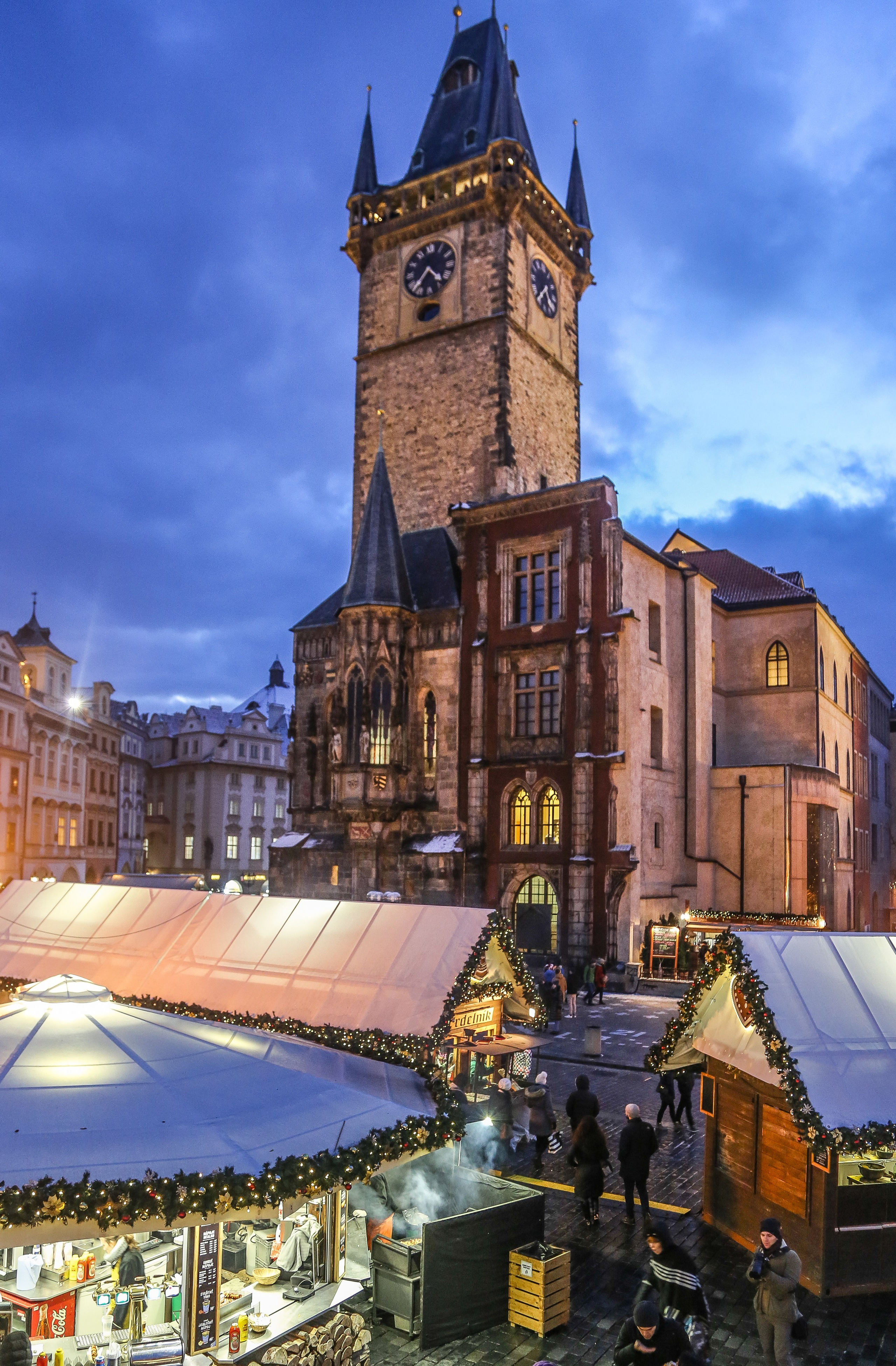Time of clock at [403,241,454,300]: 4:35
